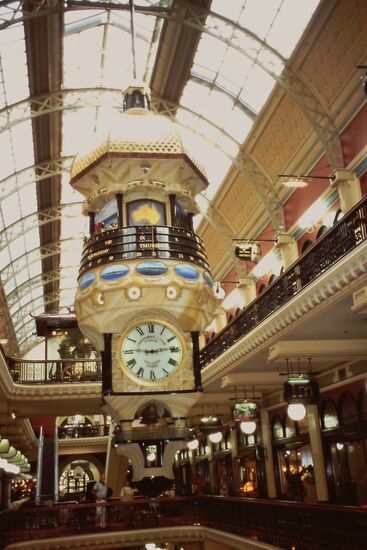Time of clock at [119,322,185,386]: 9:13
